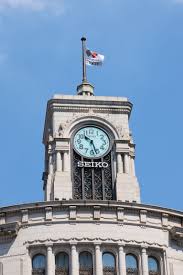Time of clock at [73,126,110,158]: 10:27
